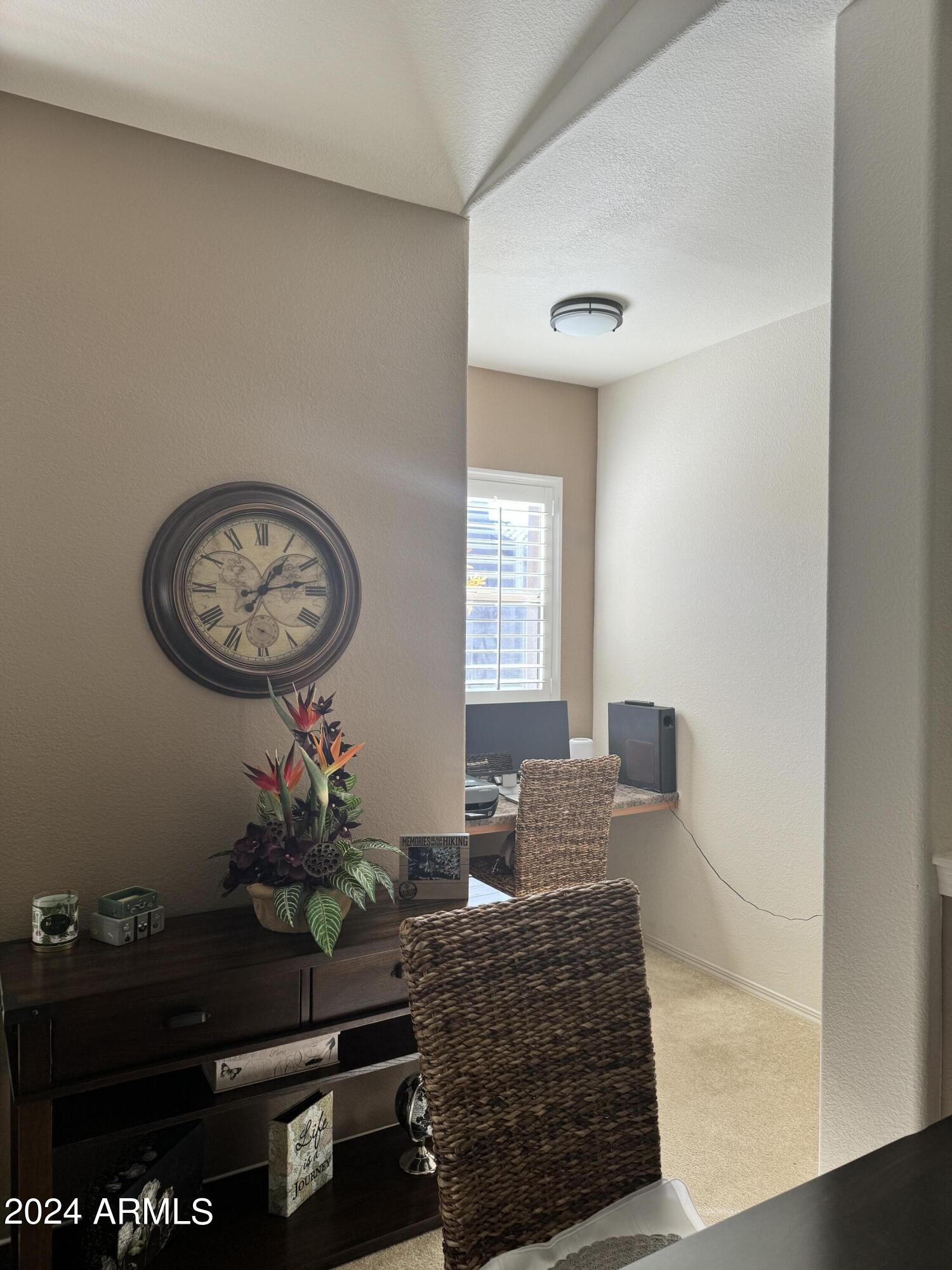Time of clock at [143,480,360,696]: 1:12
